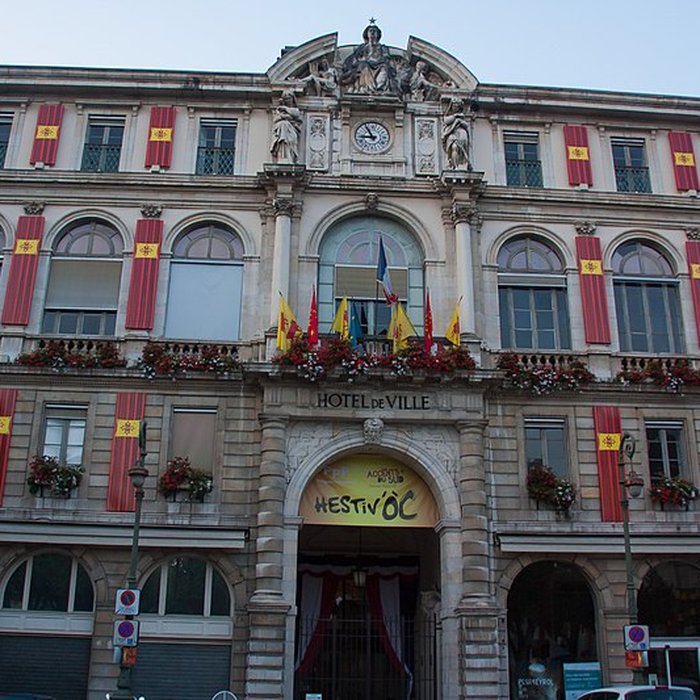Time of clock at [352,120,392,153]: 8:54
